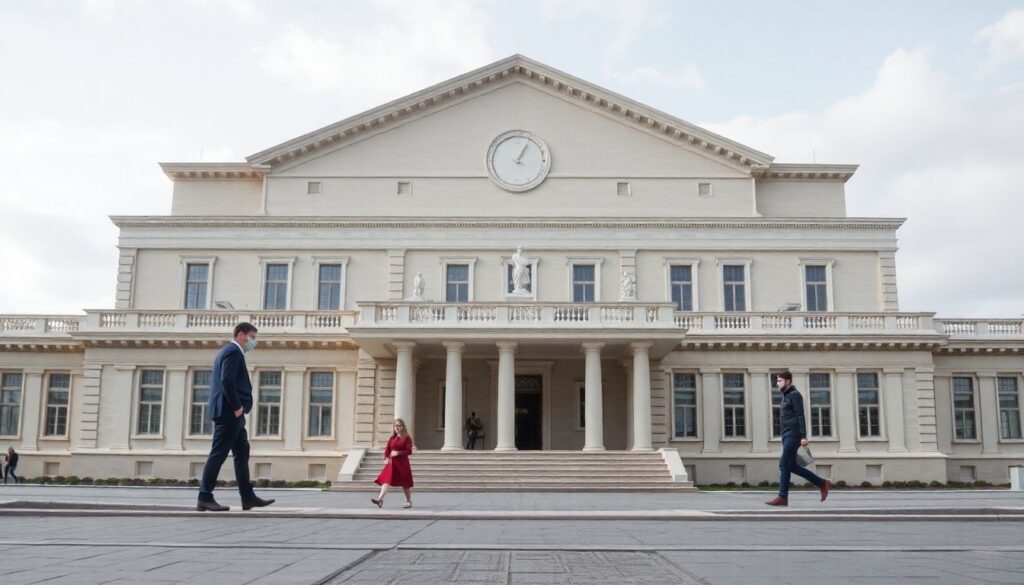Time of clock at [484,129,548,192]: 1:04
